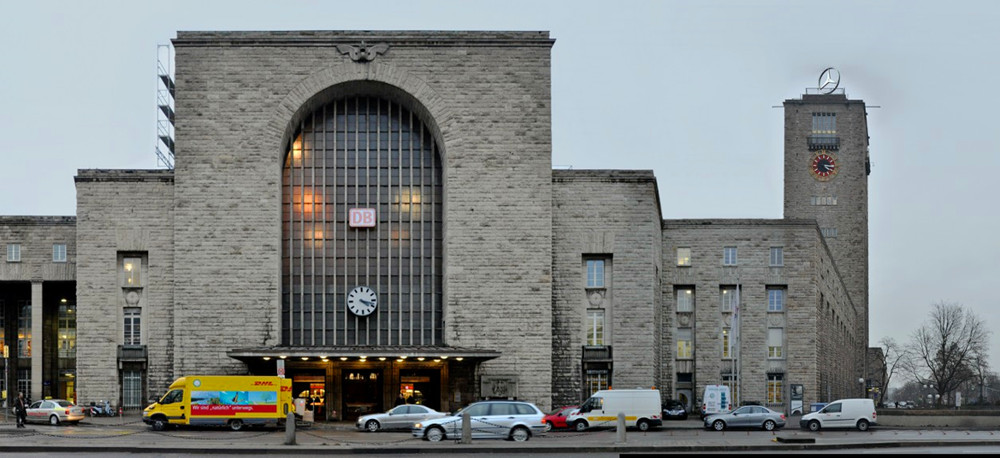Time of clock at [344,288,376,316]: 4:17
